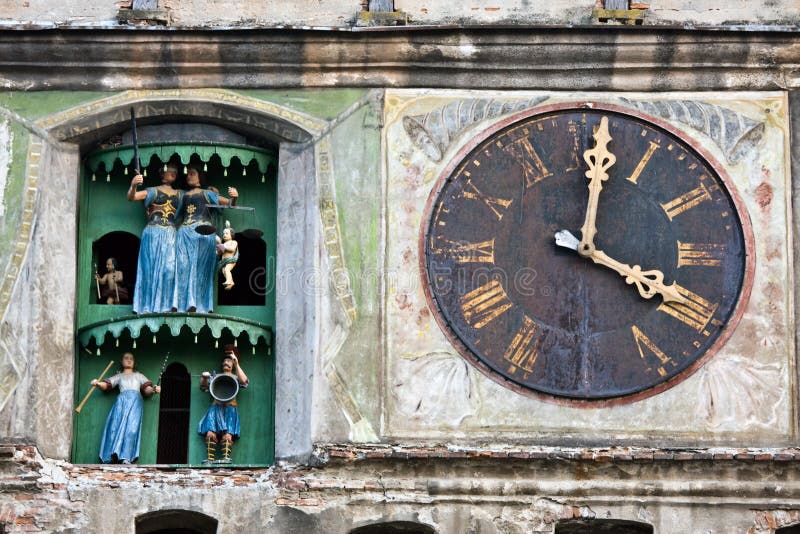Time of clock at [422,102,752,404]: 4:01
